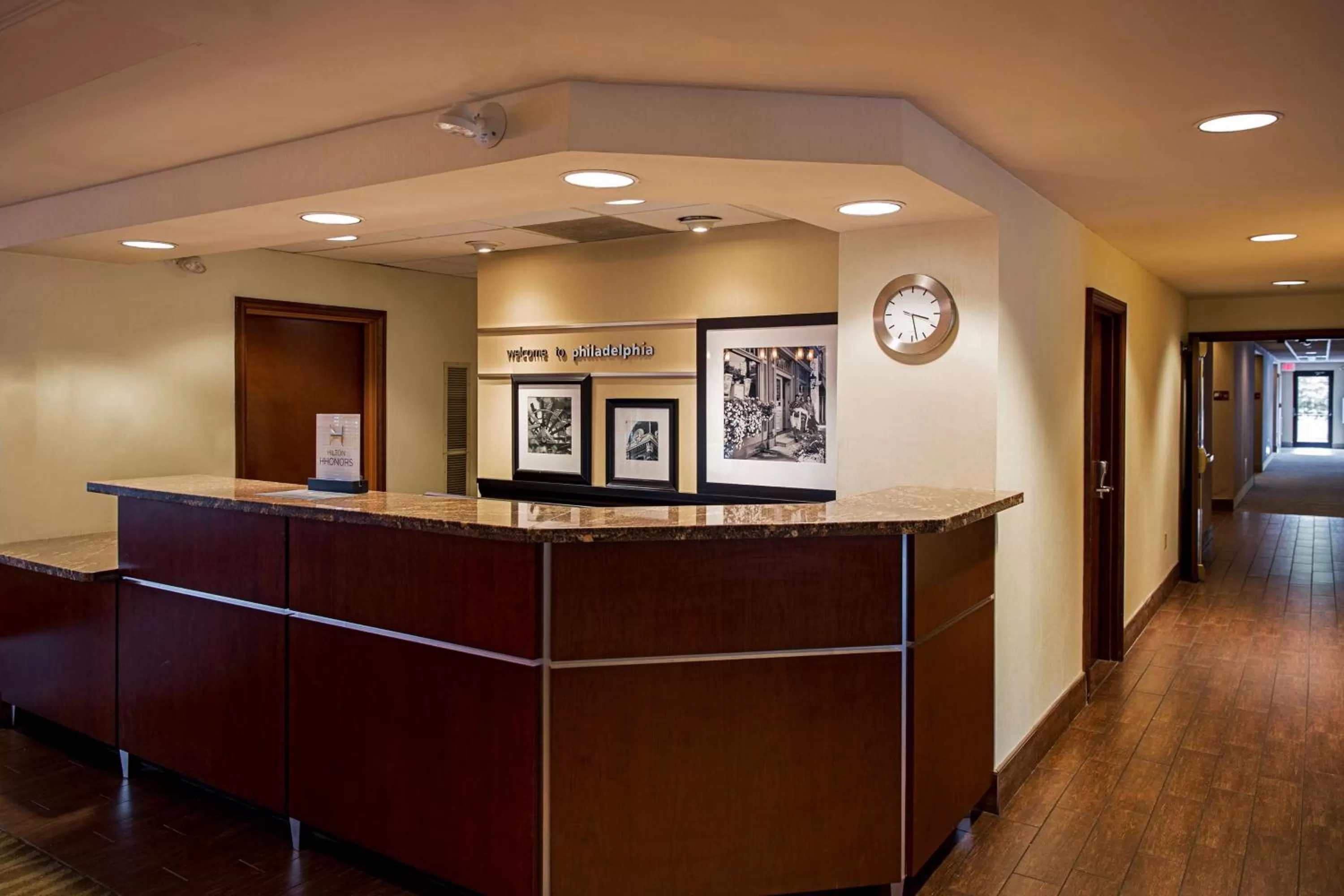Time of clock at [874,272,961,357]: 3:28
